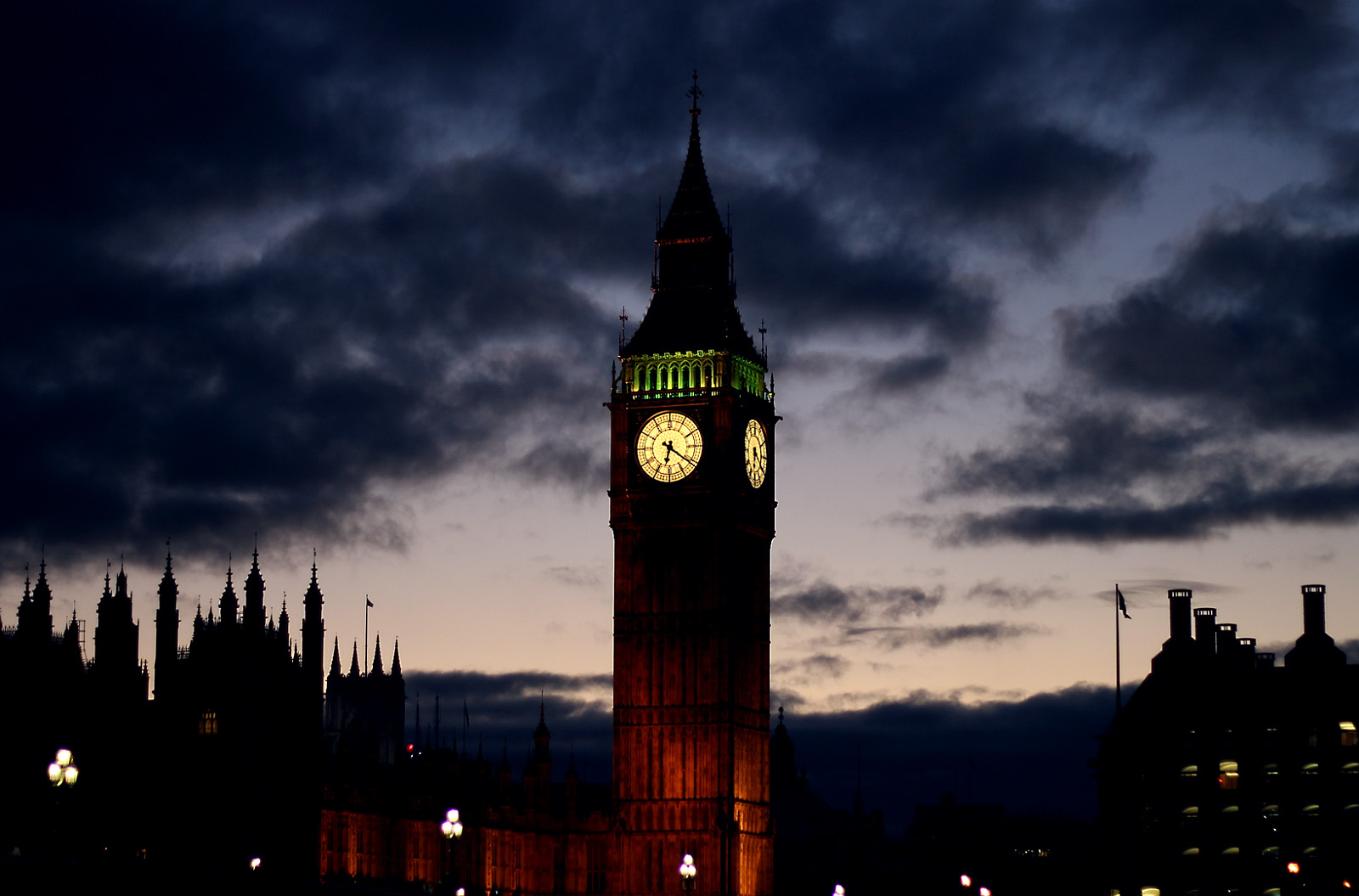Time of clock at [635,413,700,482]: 6:20
